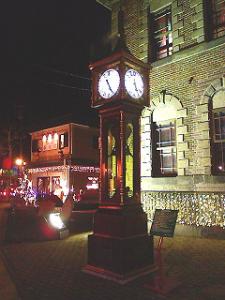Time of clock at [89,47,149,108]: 11:25
